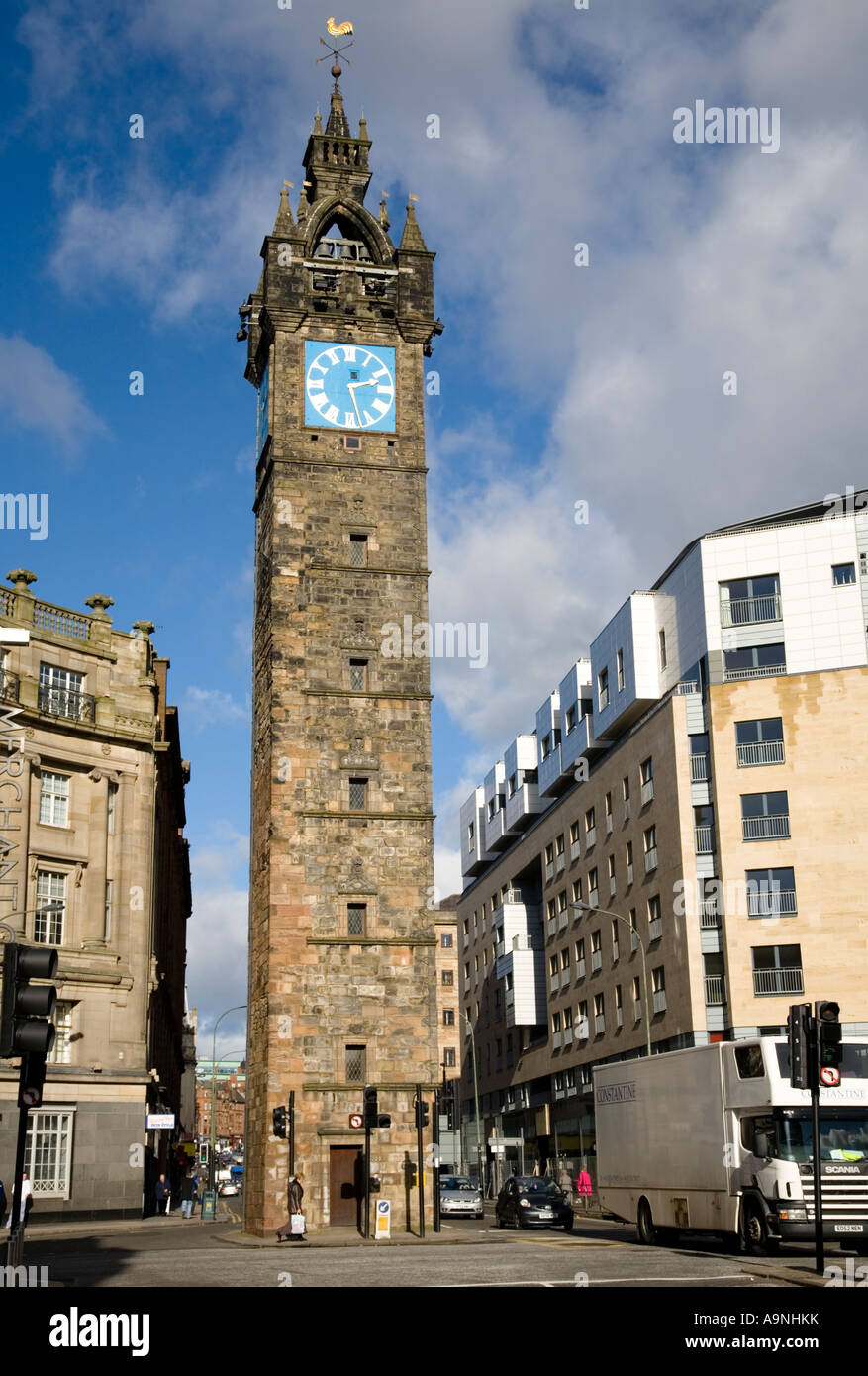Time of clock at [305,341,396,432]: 2:27
